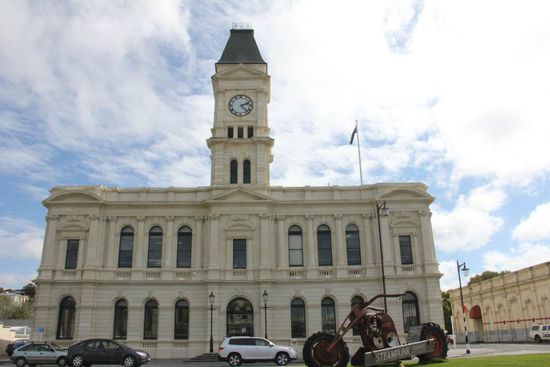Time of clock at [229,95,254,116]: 2:22
